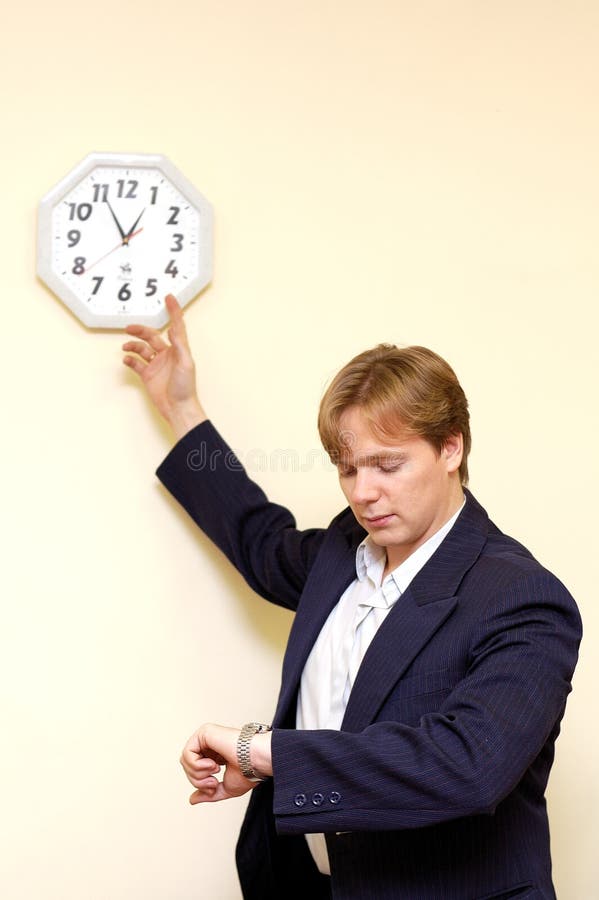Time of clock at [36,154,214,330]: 12:55
